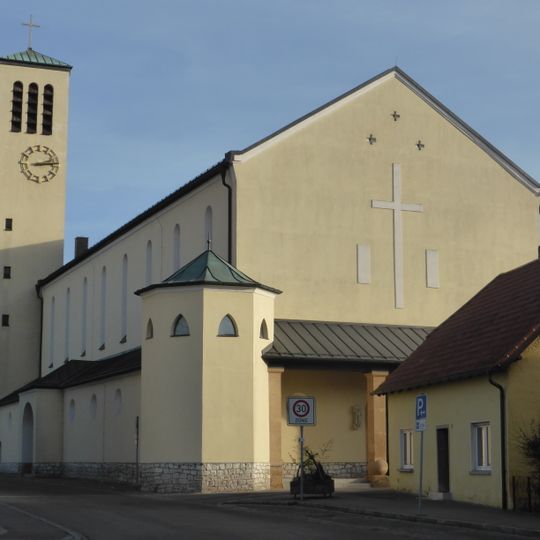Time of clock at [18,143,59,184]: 2:13
